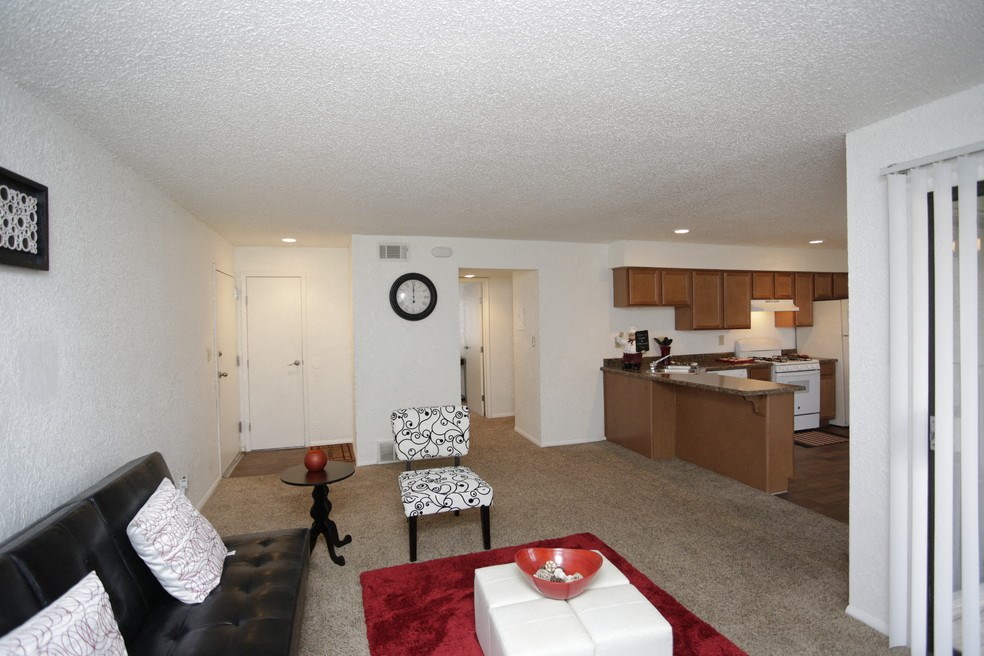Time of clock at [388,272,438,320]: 11:59
